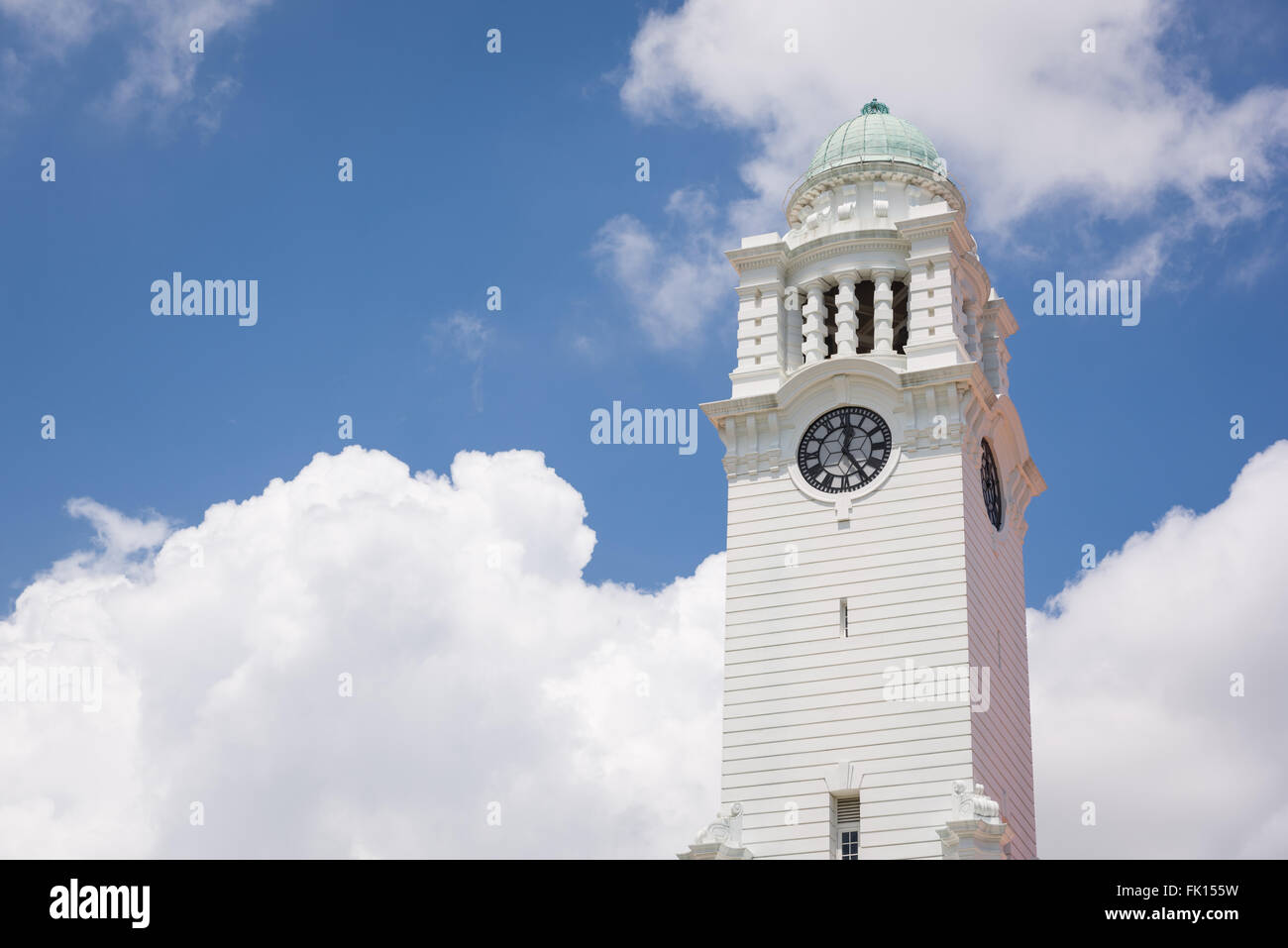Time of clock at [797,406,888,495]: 12:23
